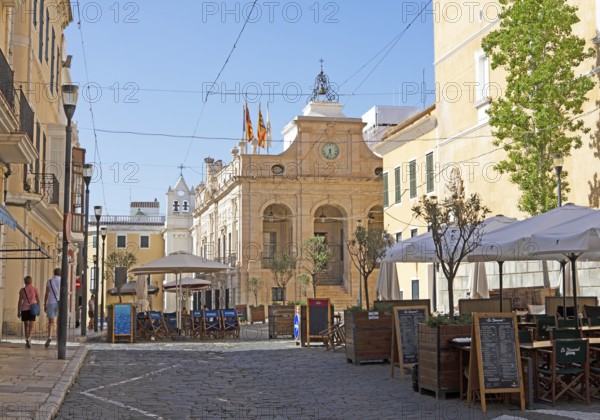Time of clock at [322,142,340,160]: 5:33
